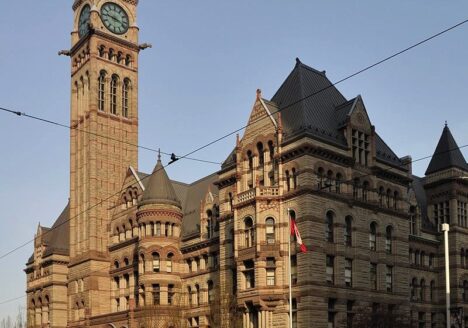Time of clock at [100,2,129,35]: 9:18
